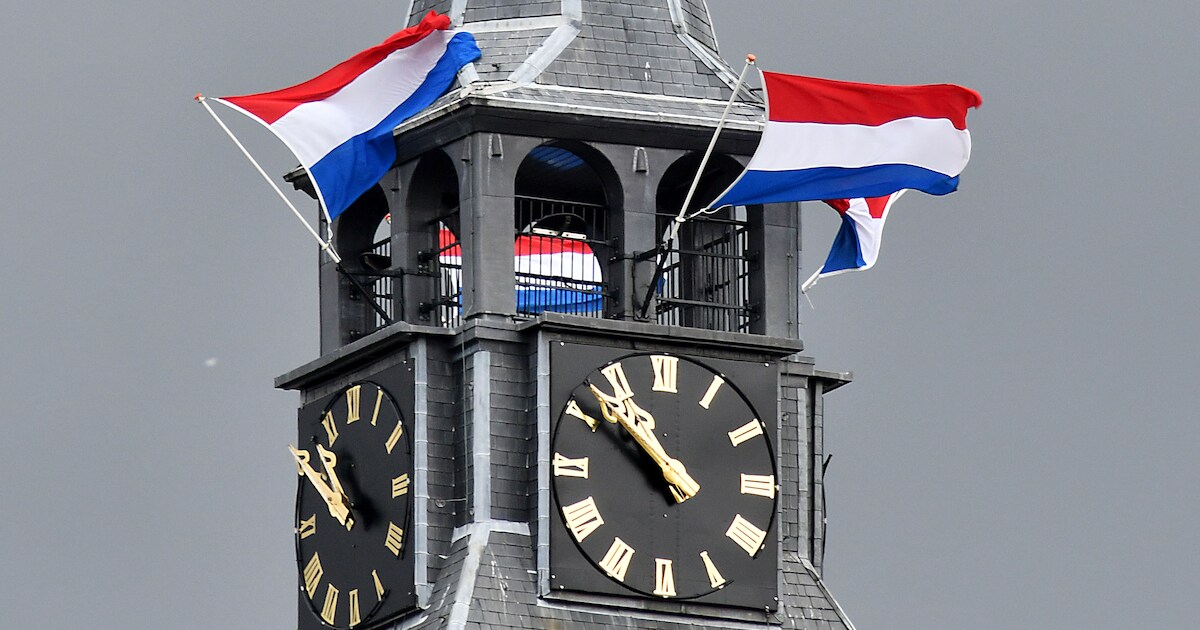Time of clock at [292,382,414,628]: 10:50
